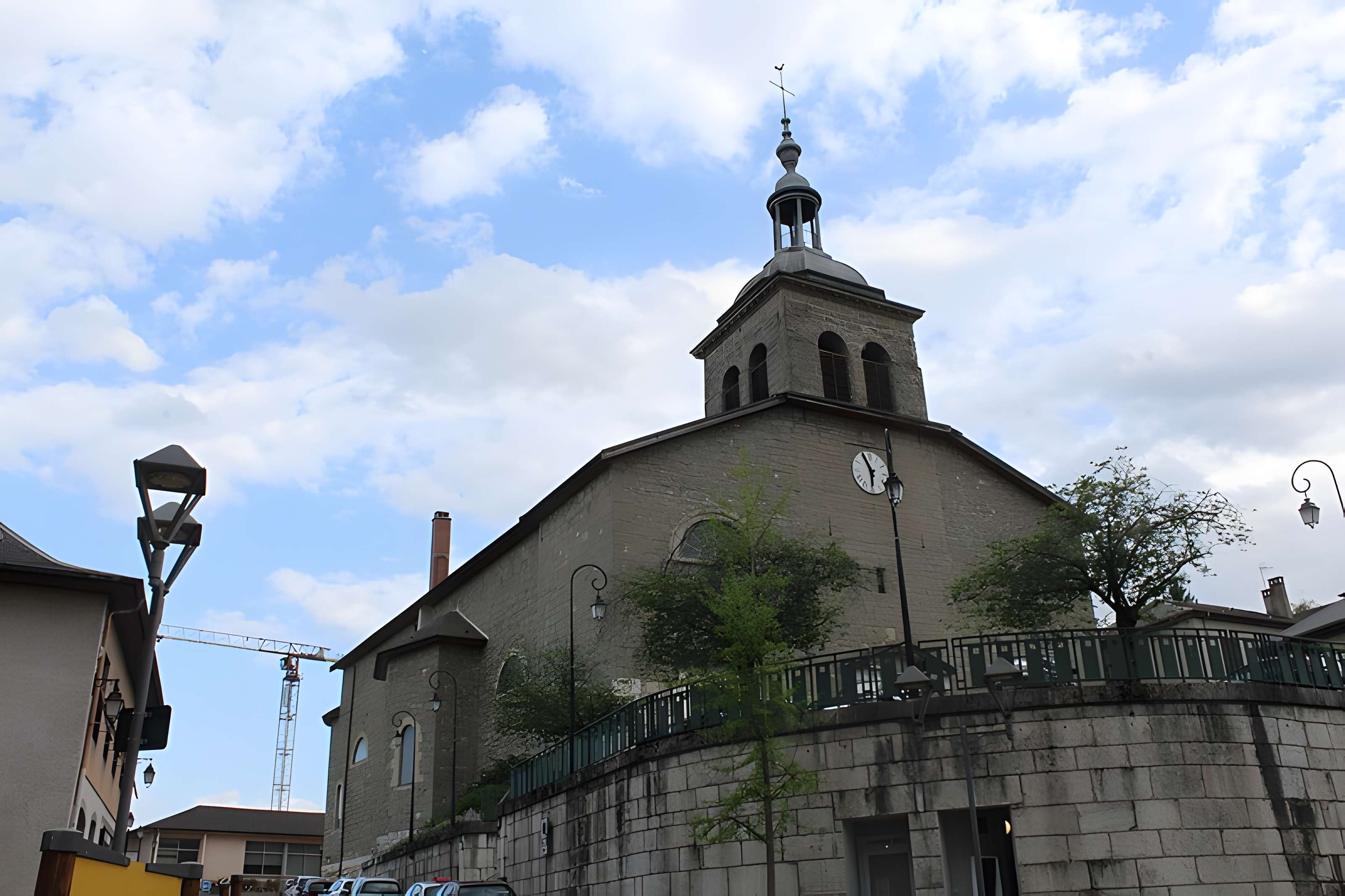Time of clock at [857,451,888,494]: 5:55
